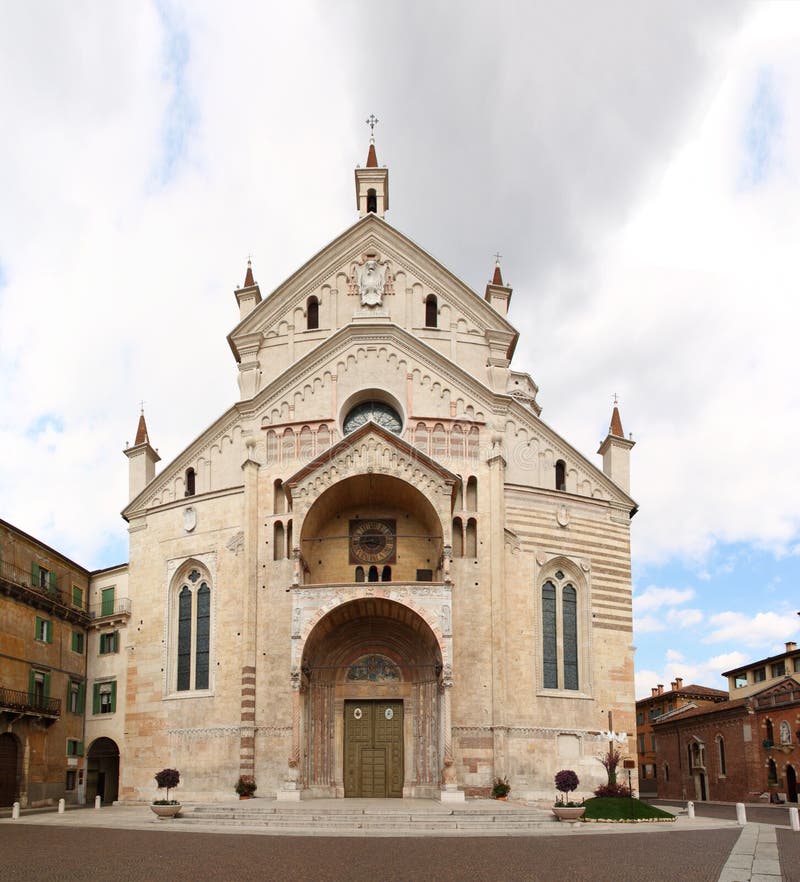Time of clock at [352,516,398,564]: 3:43
